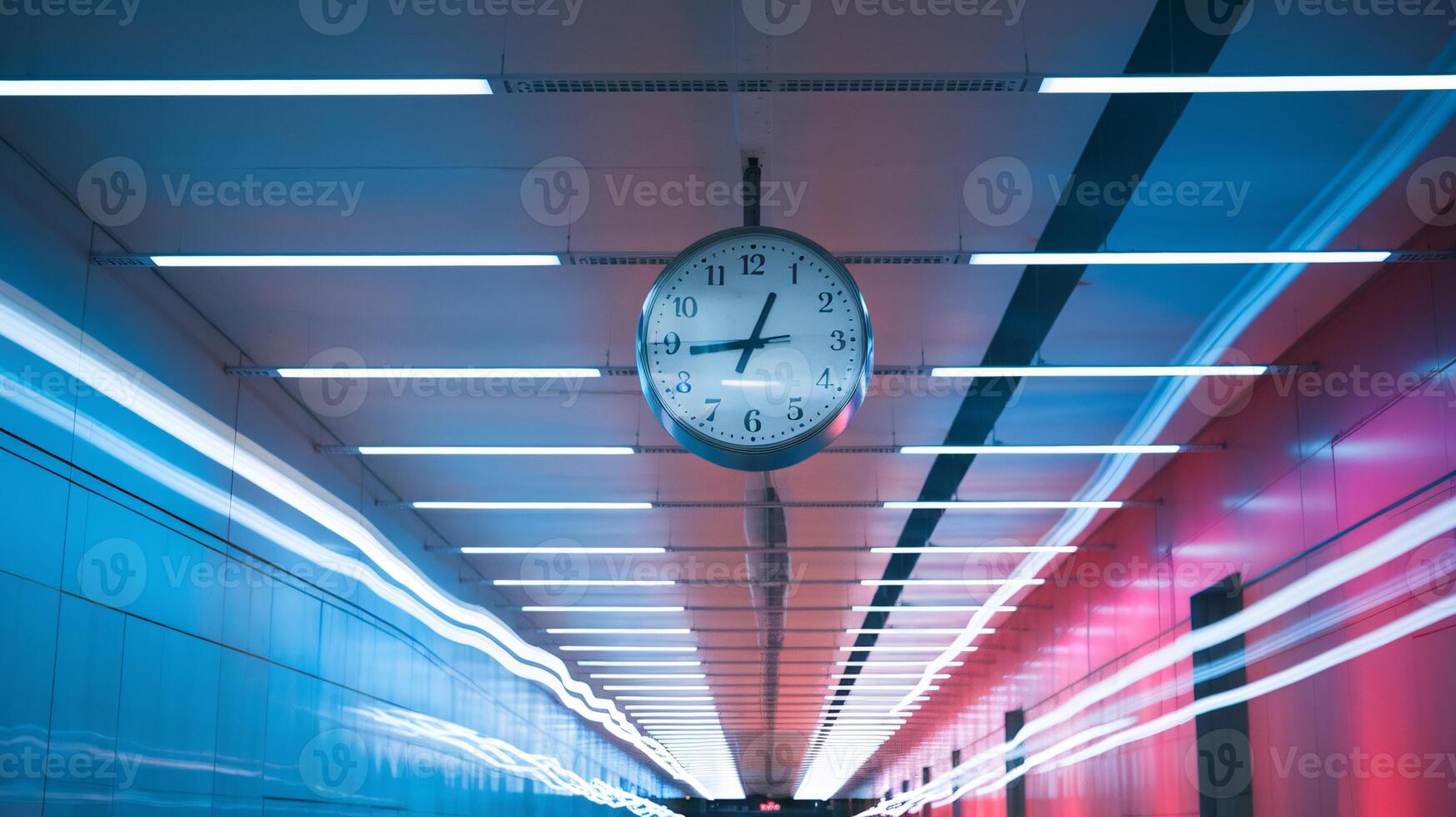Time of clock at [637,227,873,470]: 12:44
